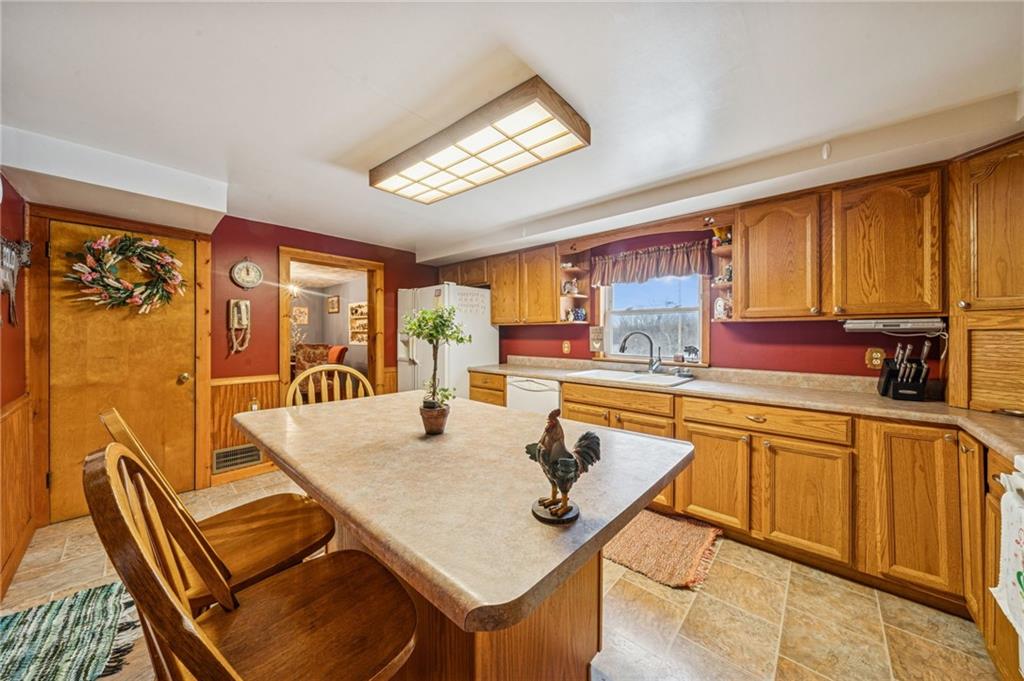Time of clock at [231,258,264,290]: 11:58
